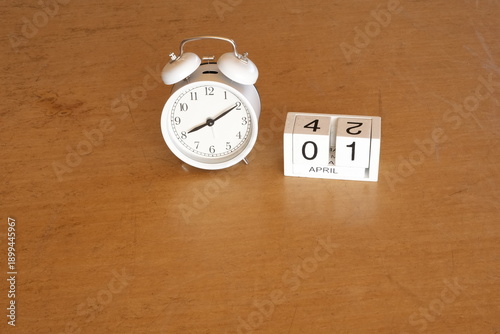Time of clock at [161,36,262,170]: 8:09
